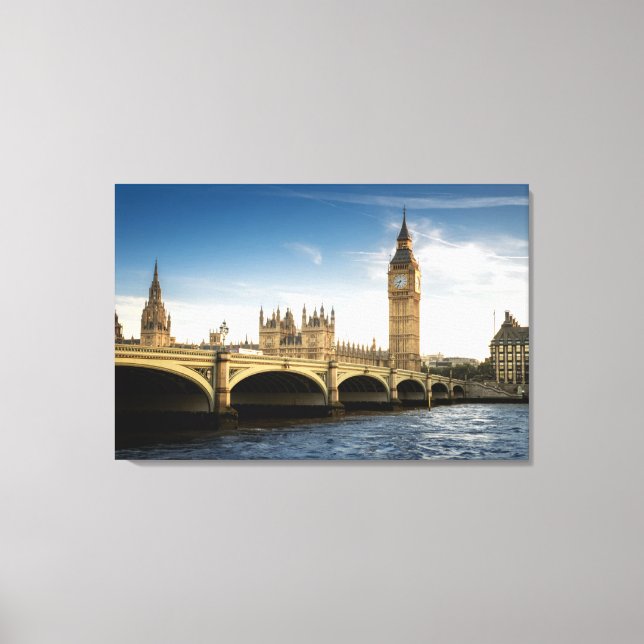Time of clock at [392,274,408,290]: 8:34
